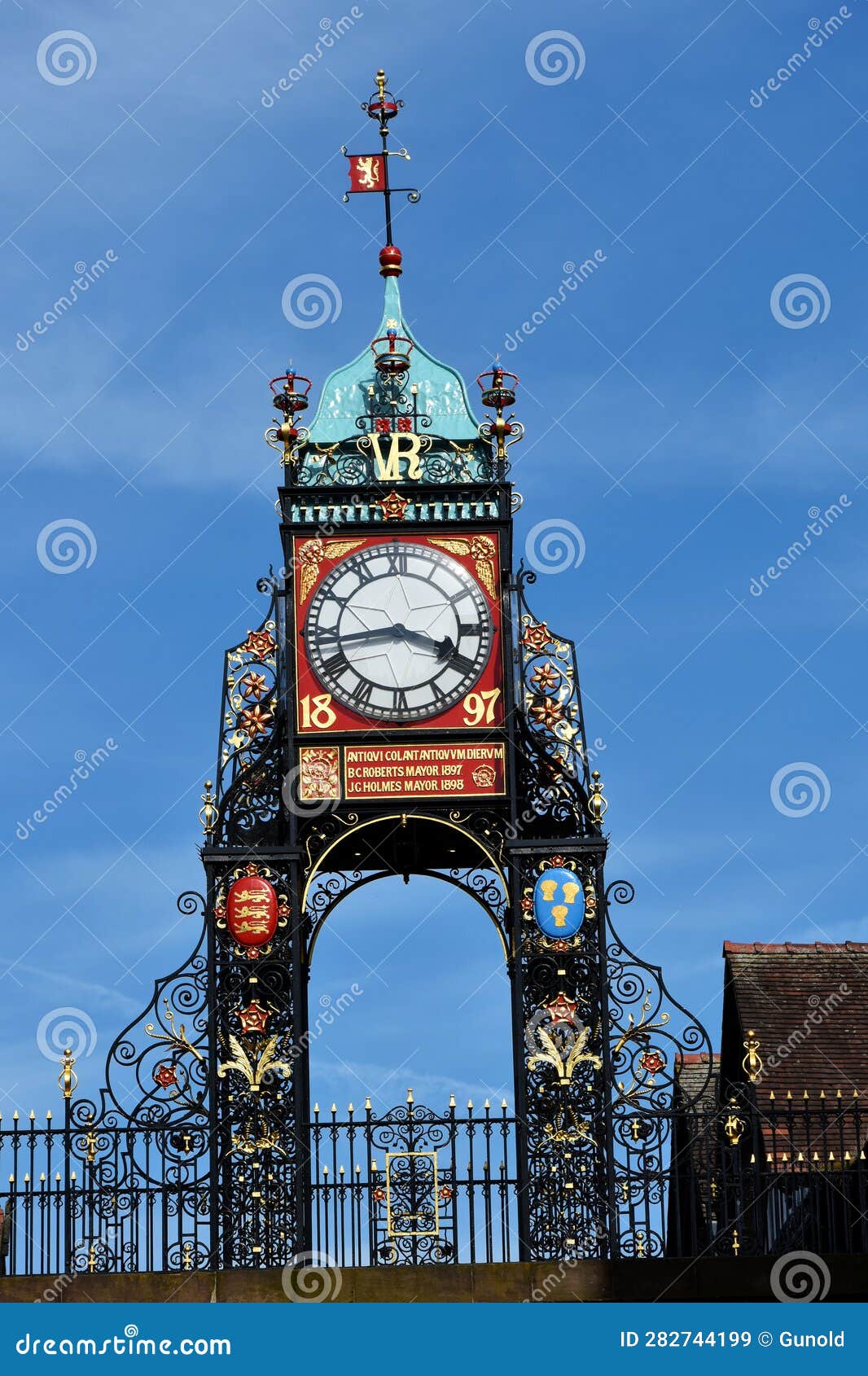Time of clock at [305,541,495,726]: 3:43
